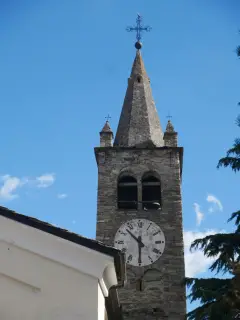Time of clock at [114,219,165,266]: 10:30
